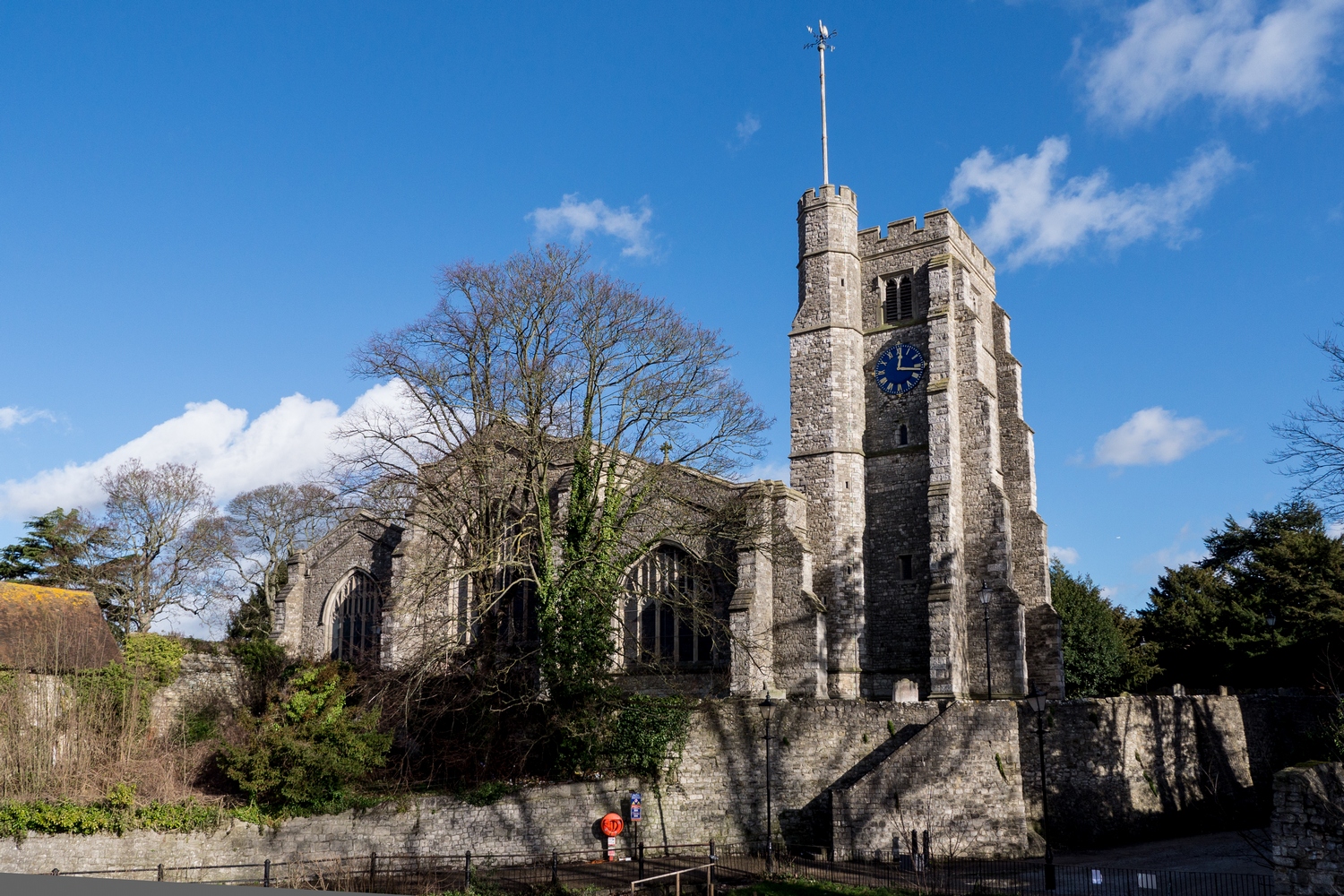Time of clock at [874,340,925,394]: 12:16
